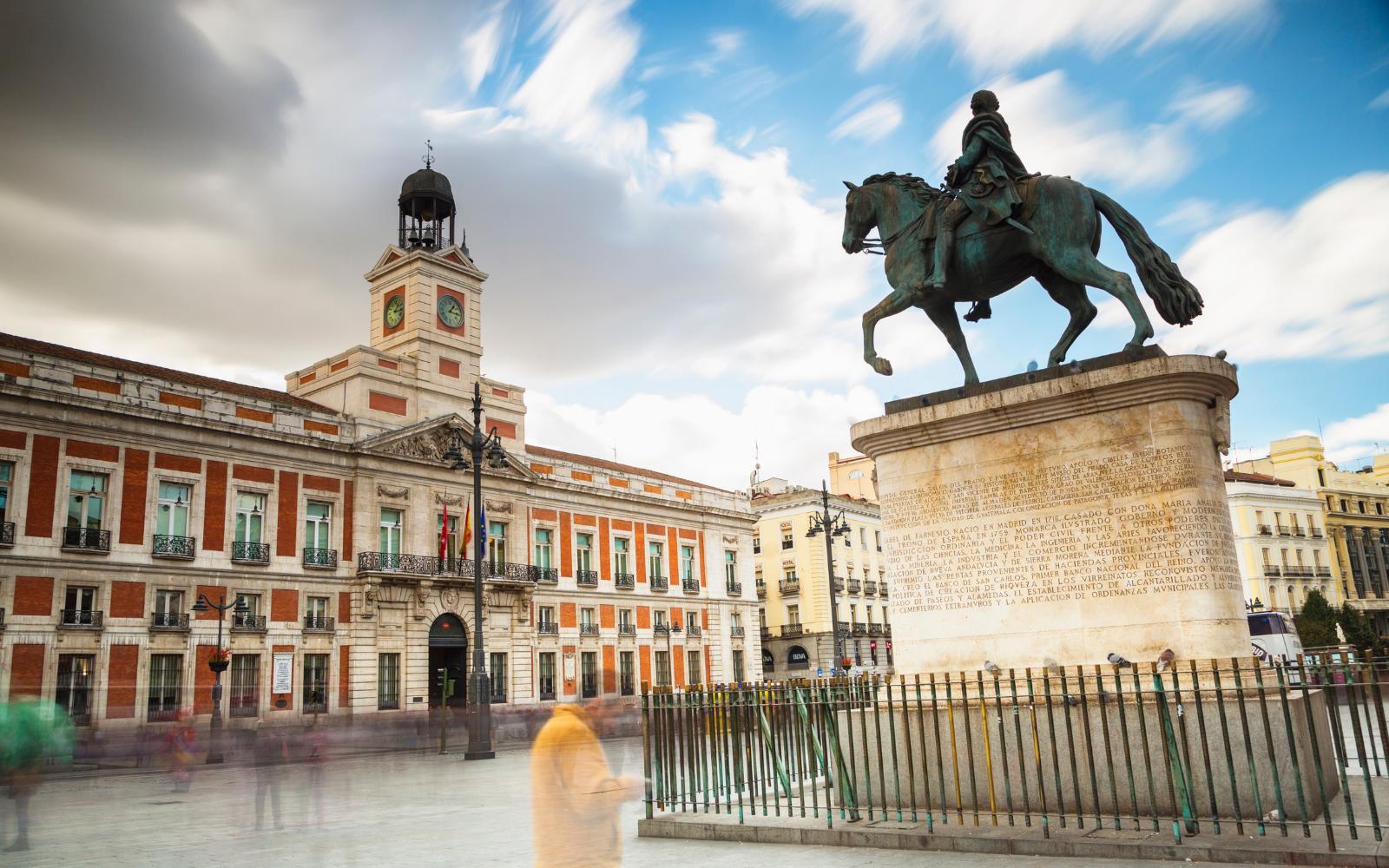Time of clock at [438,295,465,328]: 1:16
